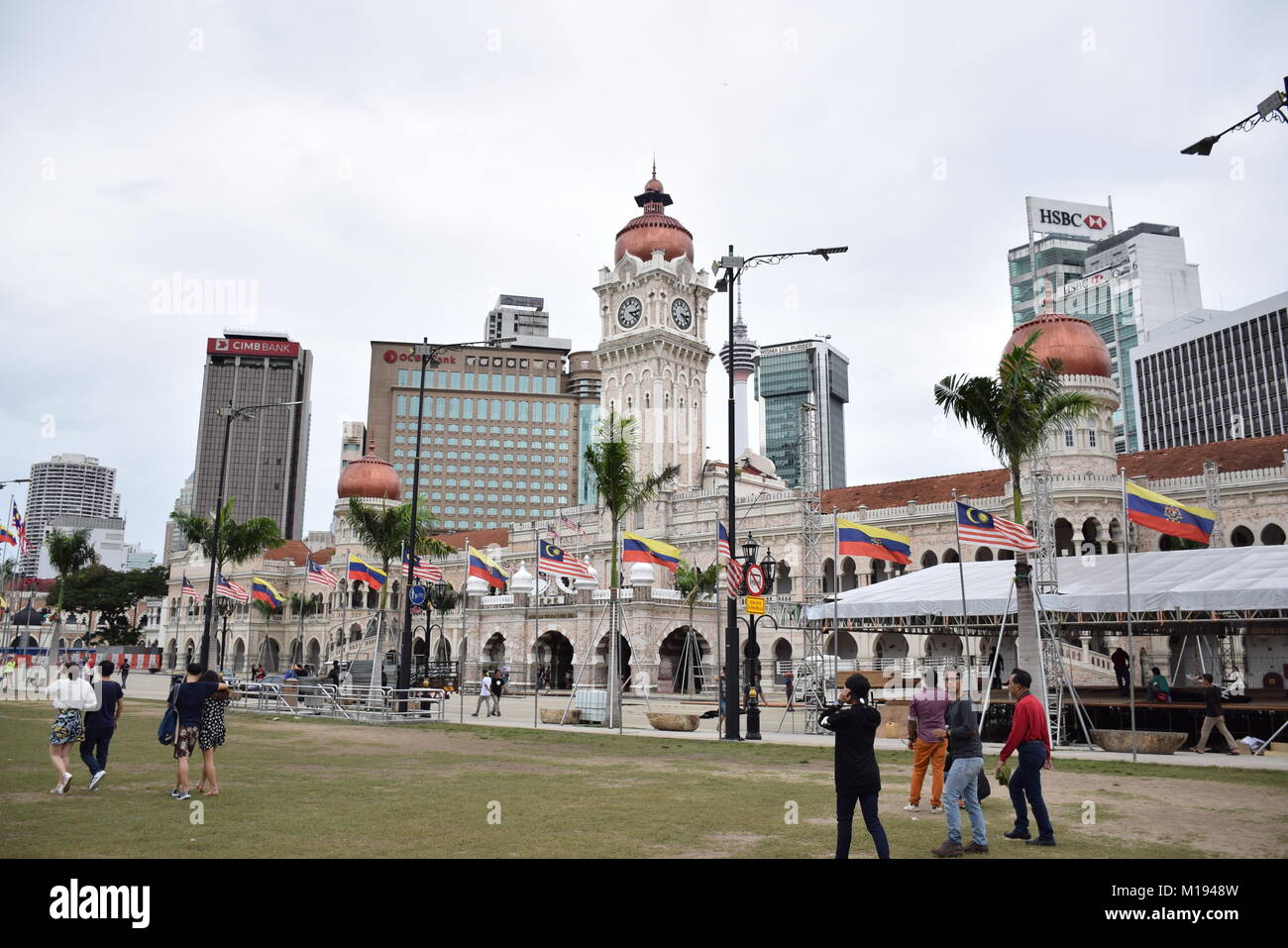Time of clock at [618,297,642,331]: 3:21
